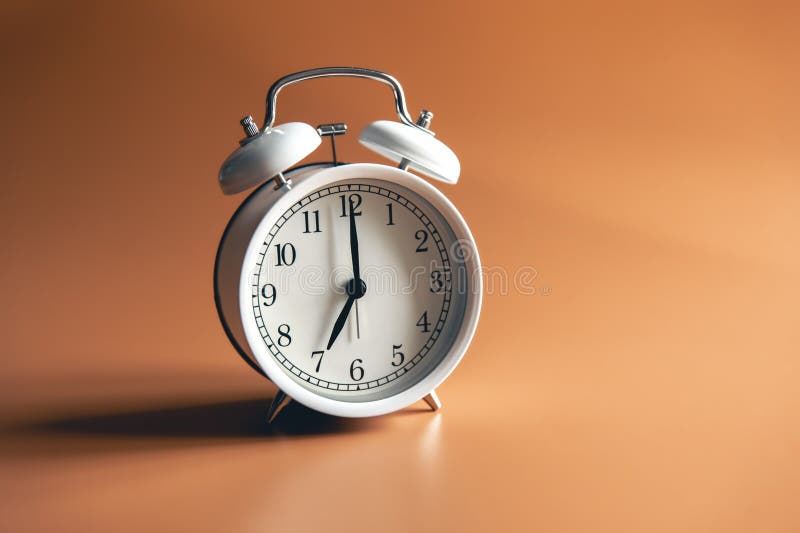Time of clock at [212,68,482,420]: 7:00
